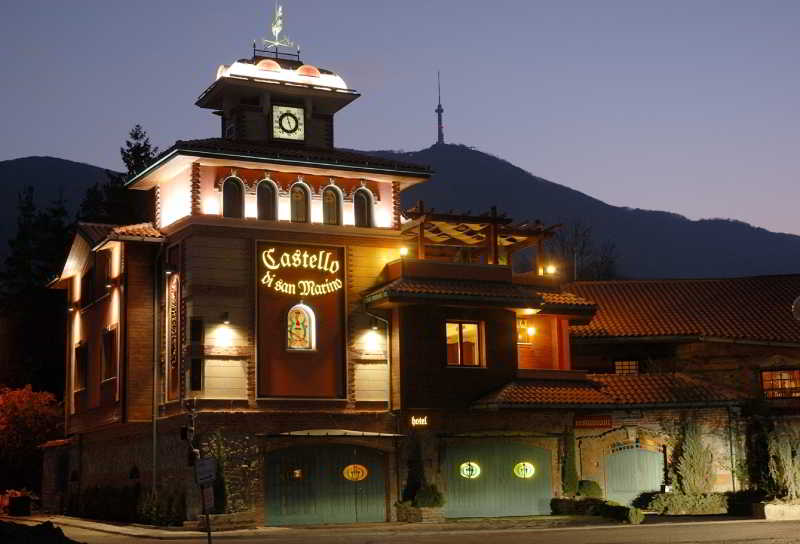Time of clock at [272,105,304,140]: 4:57
